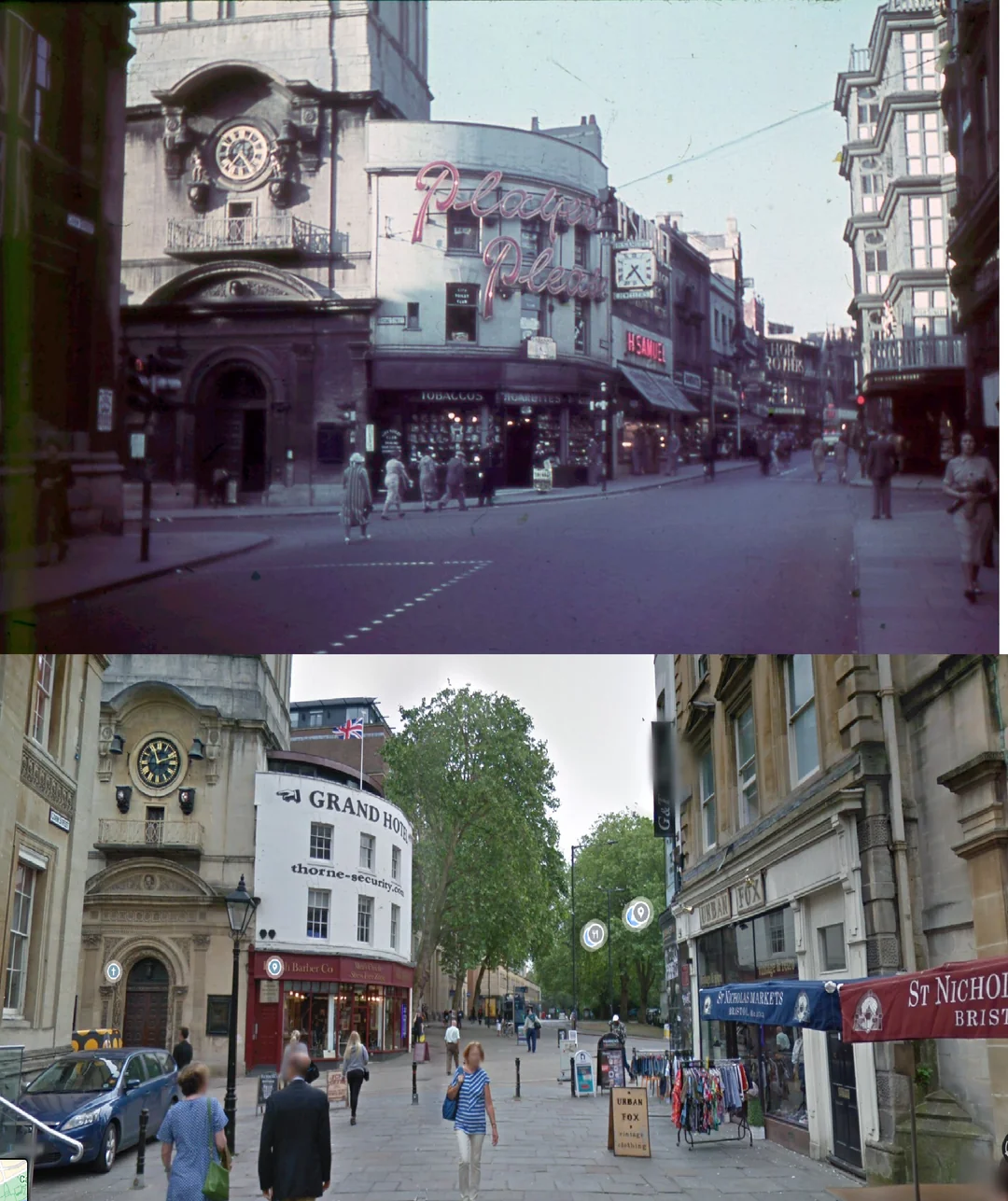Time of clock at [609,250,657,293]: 7:24
